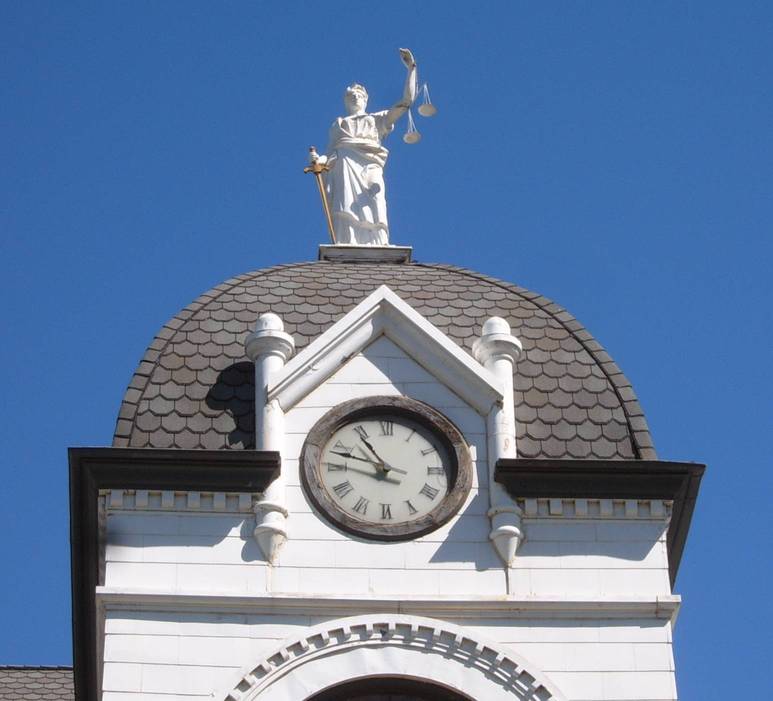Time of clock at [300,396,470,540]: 10:47
